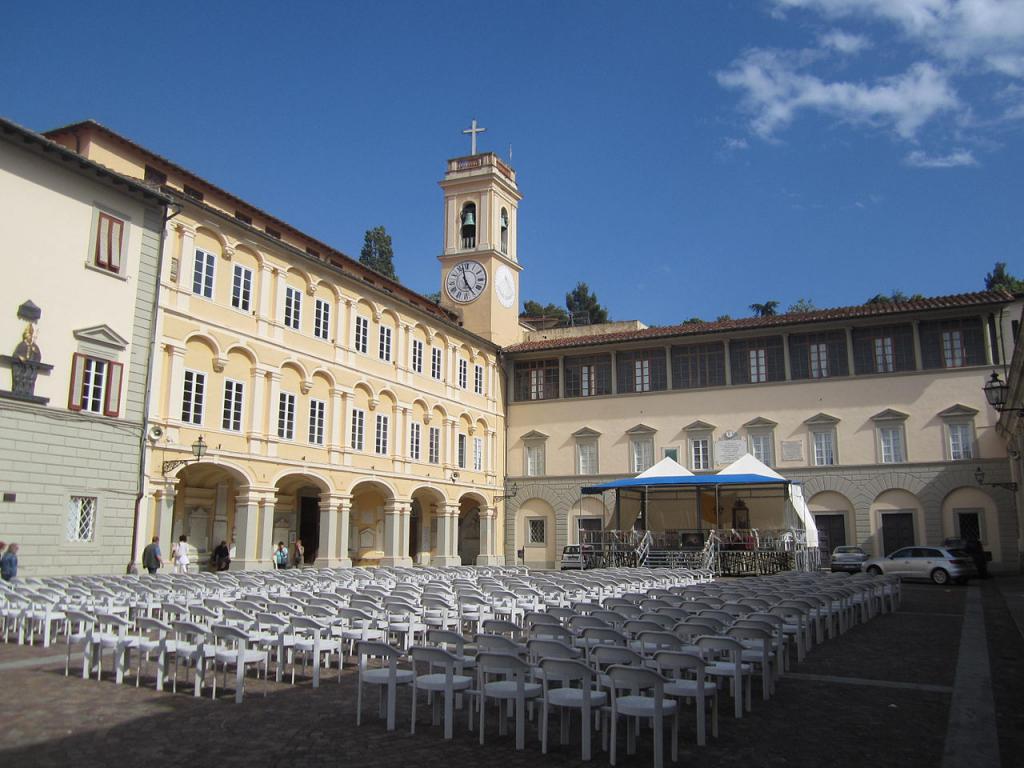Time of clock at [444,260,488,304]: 4:57
